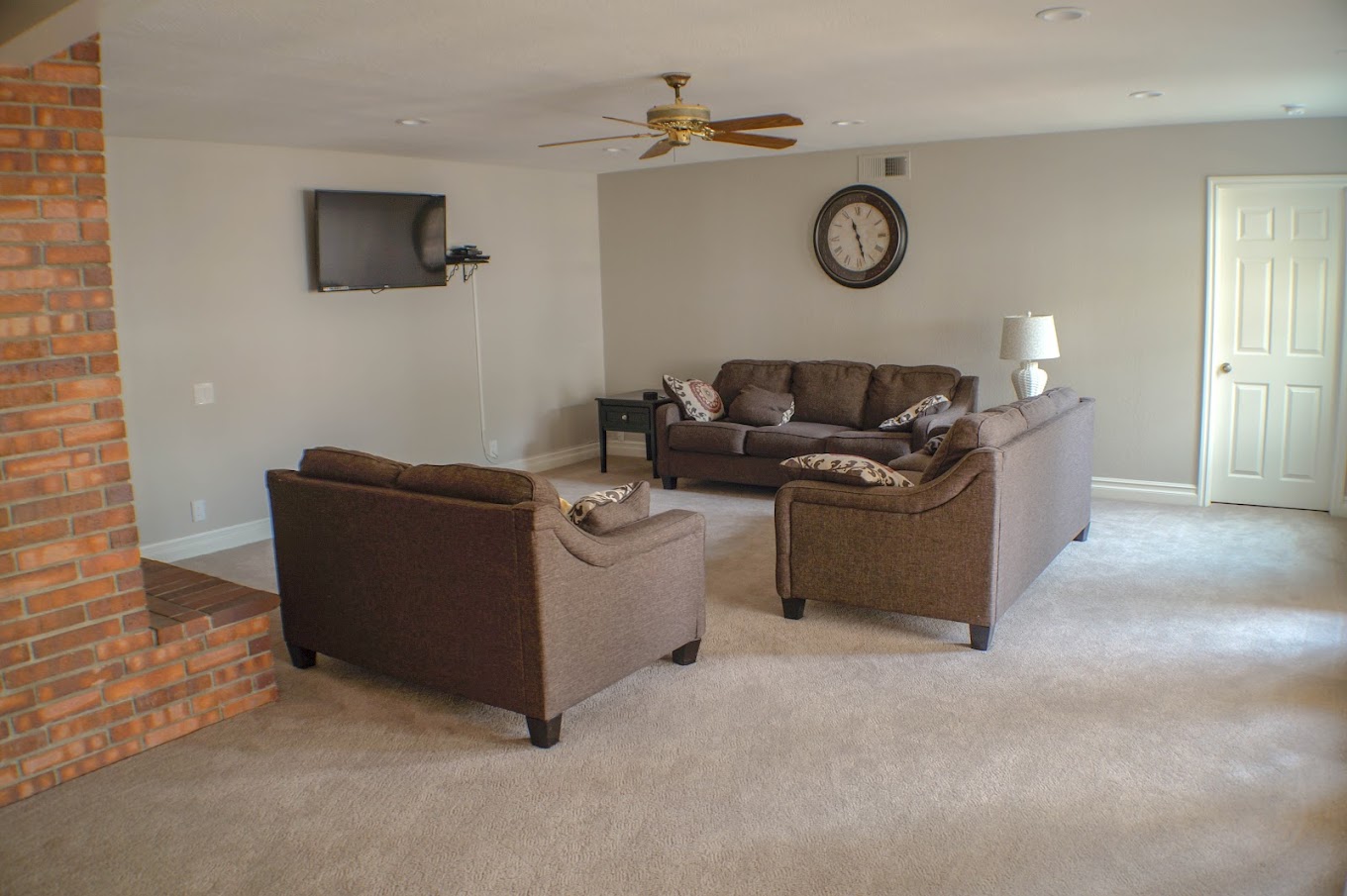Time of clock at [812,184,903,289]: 11:28
